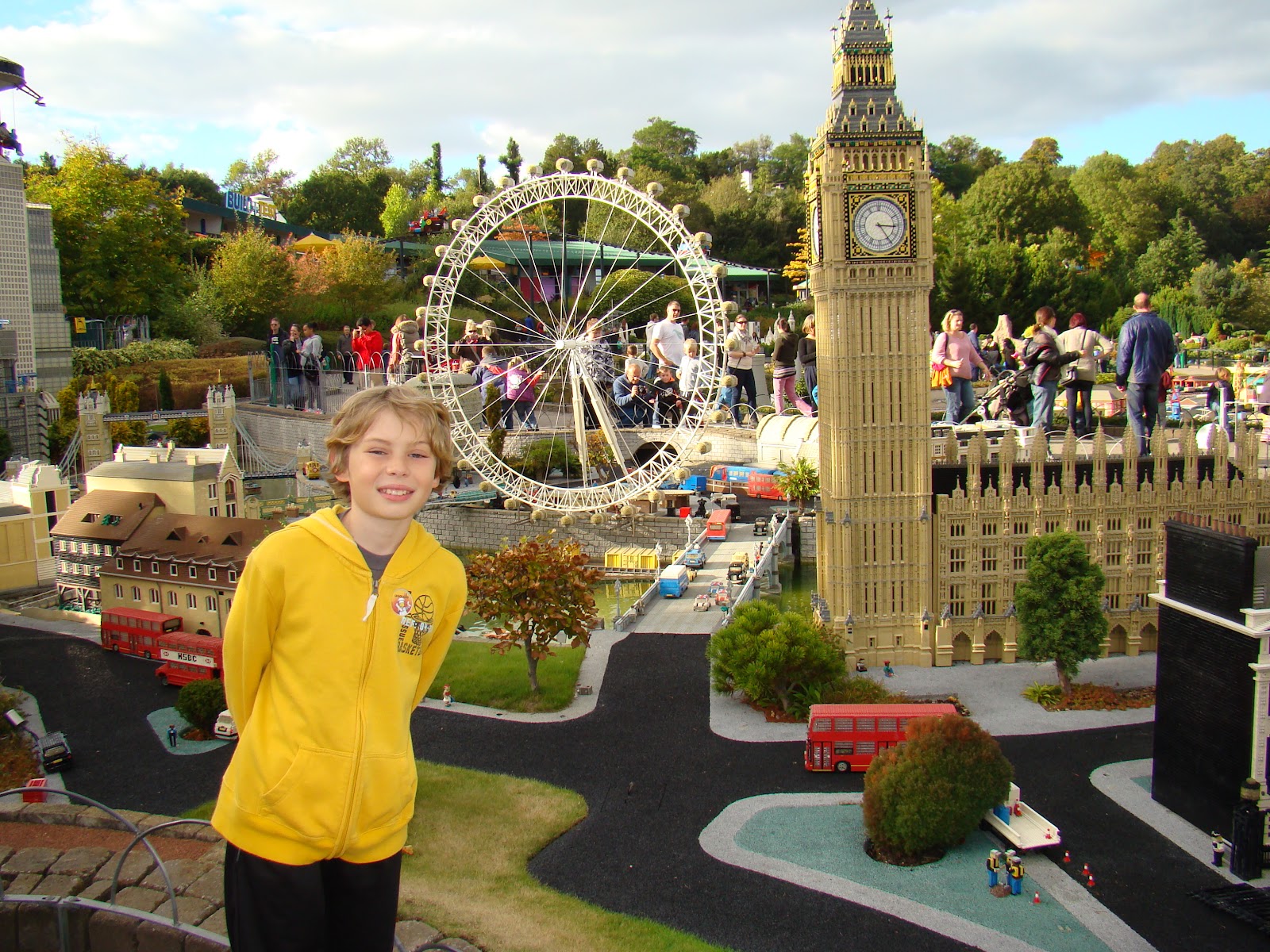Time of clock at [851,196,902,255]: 3:24
